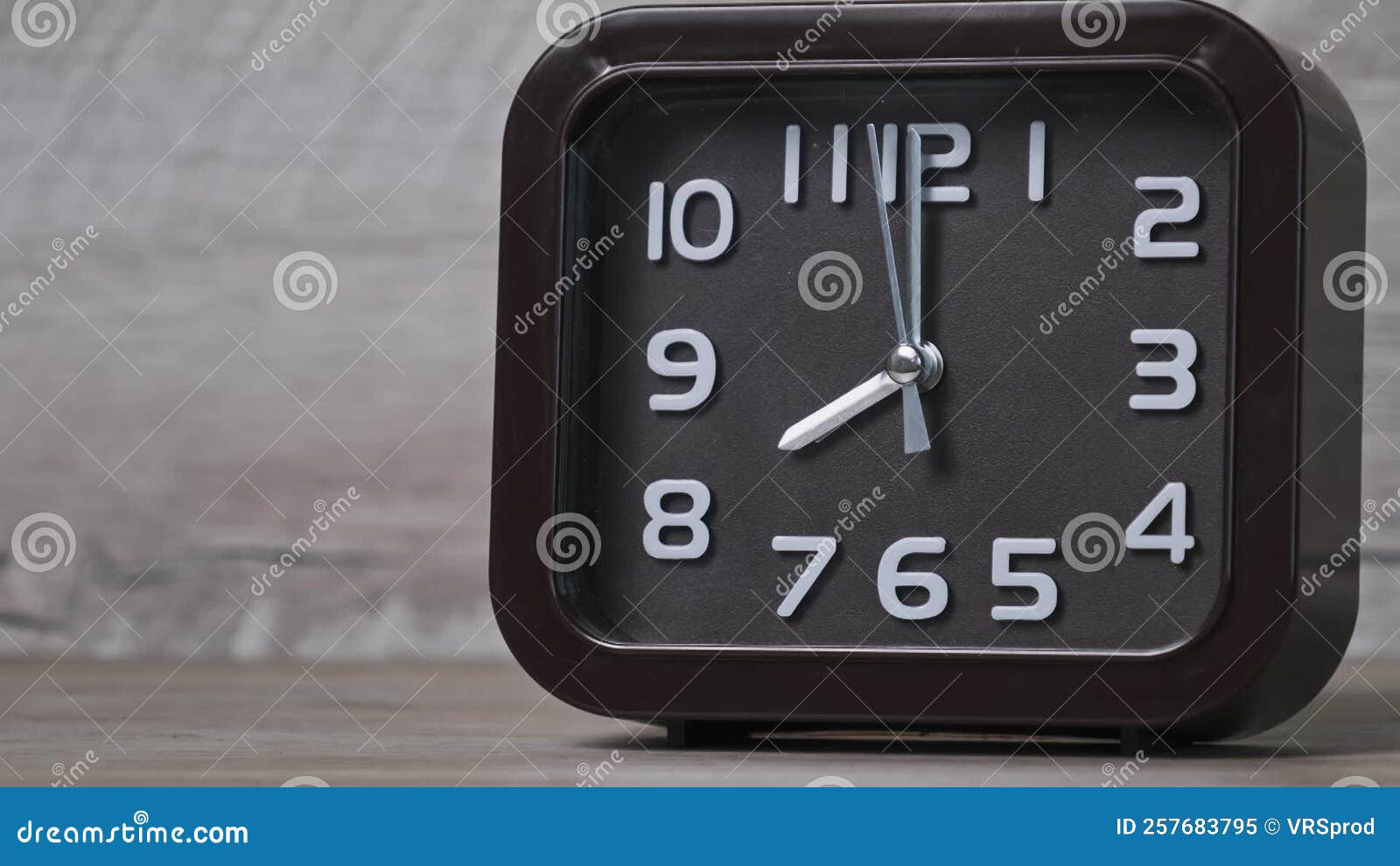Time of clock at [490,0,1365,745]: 8:00
